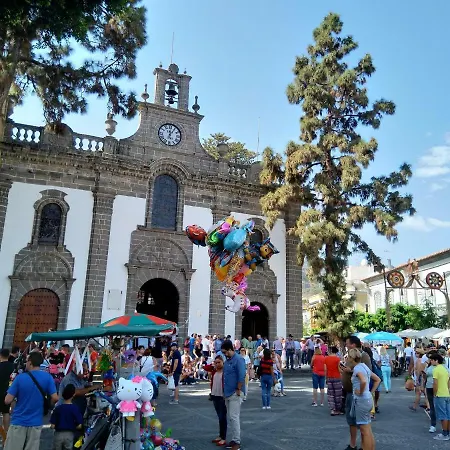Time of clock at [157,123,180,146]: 12:05
